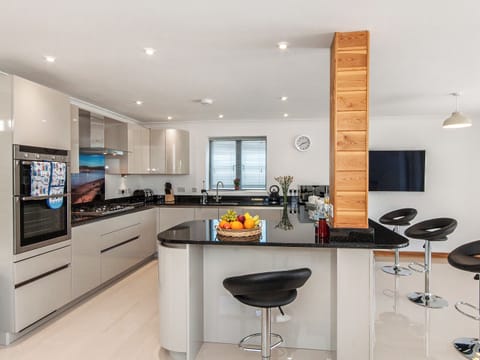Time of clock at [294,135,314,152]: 8:12
